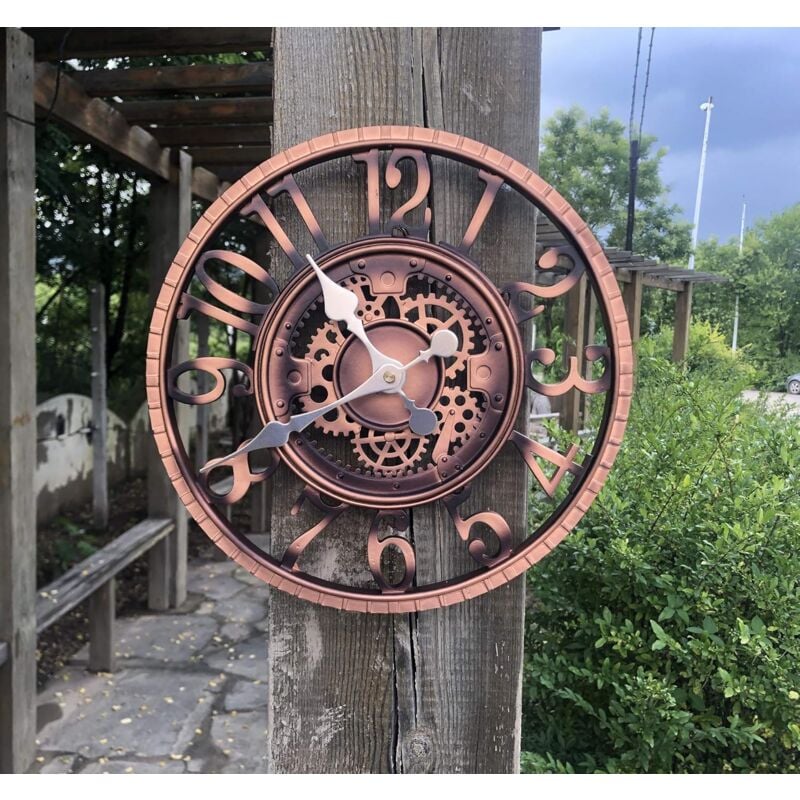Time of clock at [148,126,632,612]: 10:40
